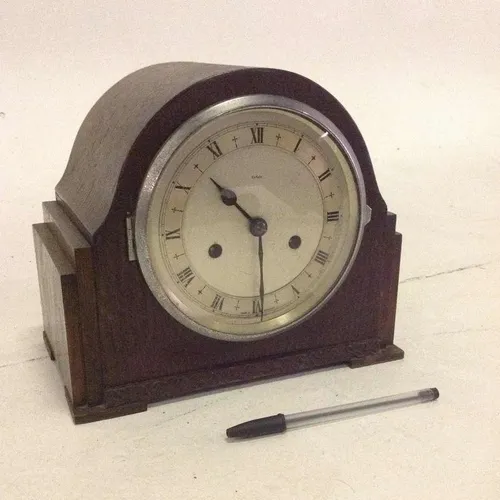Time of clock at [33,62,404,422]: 10:29
